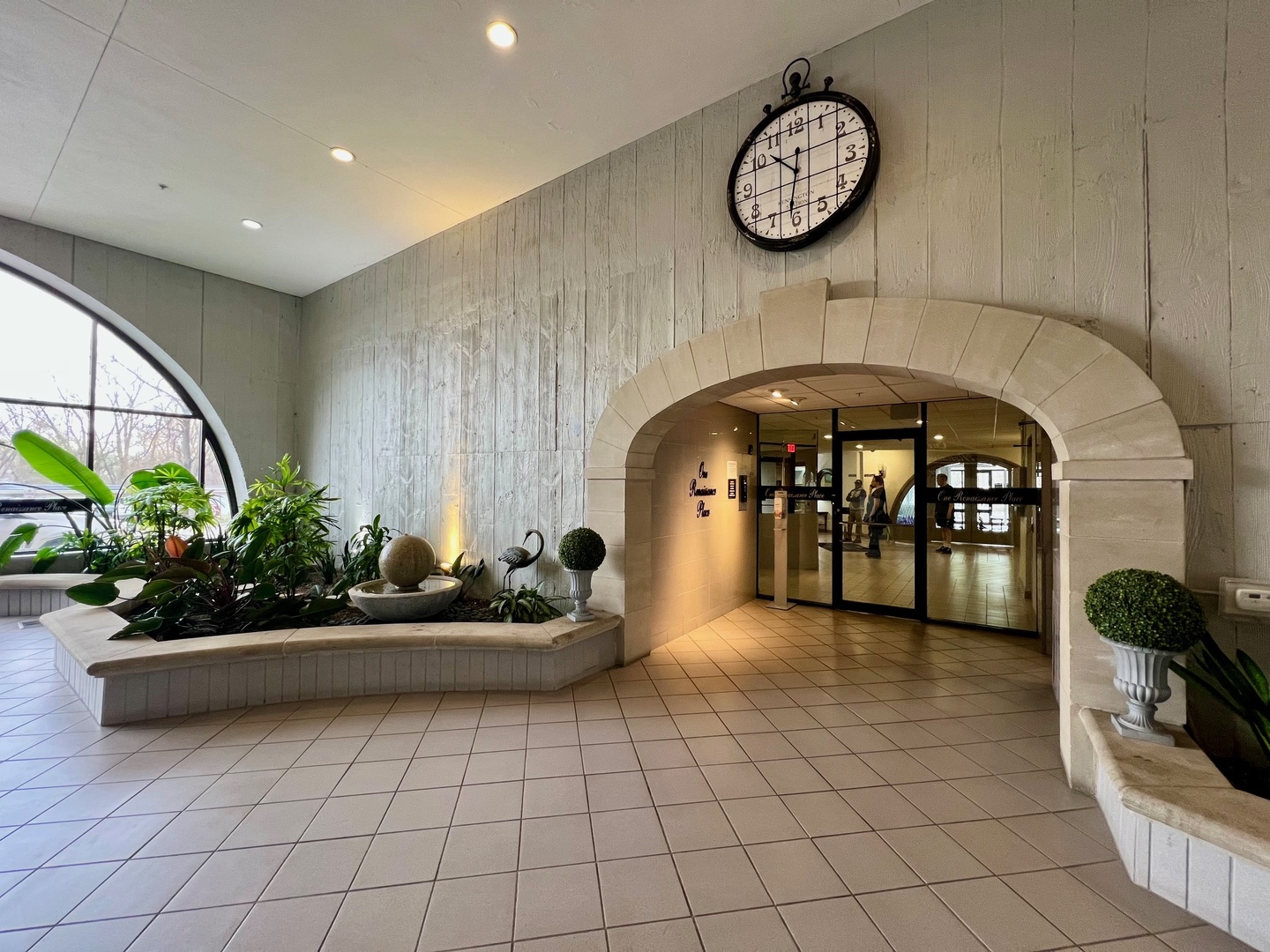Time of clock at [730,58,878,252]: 10:31
